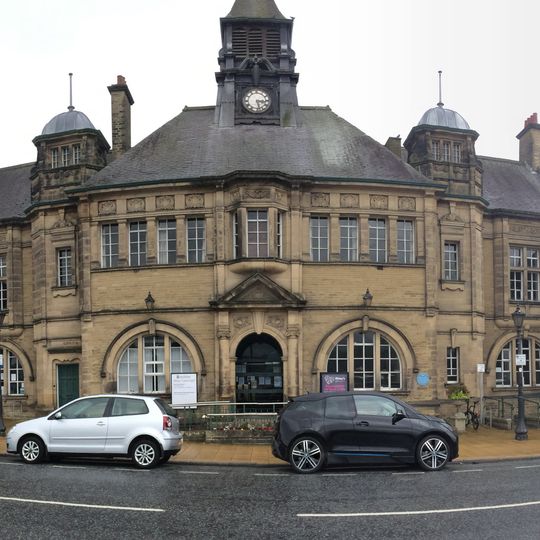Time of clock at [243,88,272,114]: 3:27
